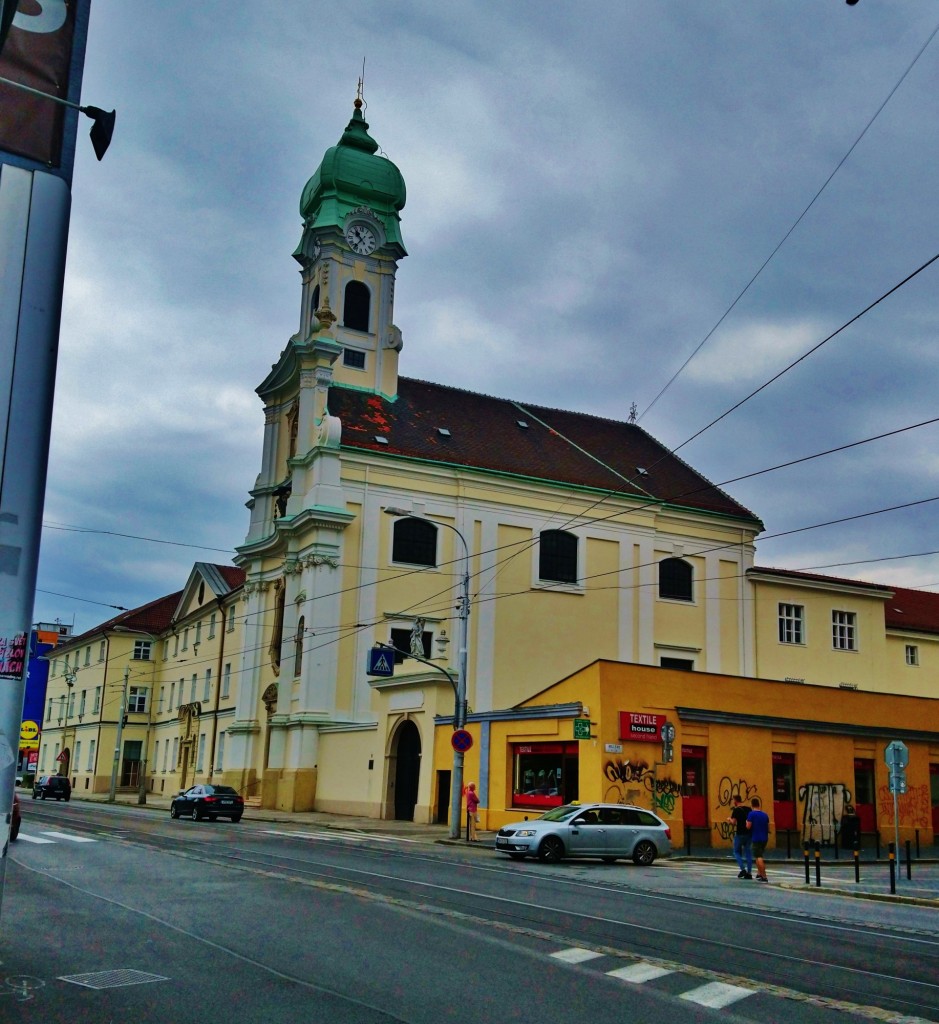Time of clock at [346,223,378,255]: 10:36
